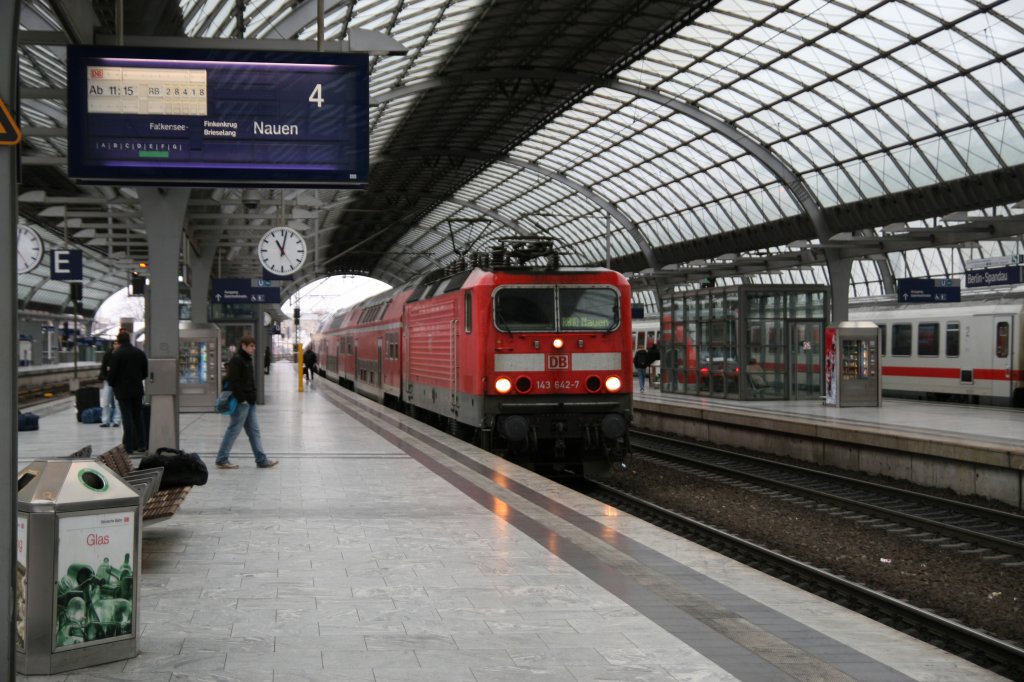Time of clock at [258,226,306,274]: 11:01
